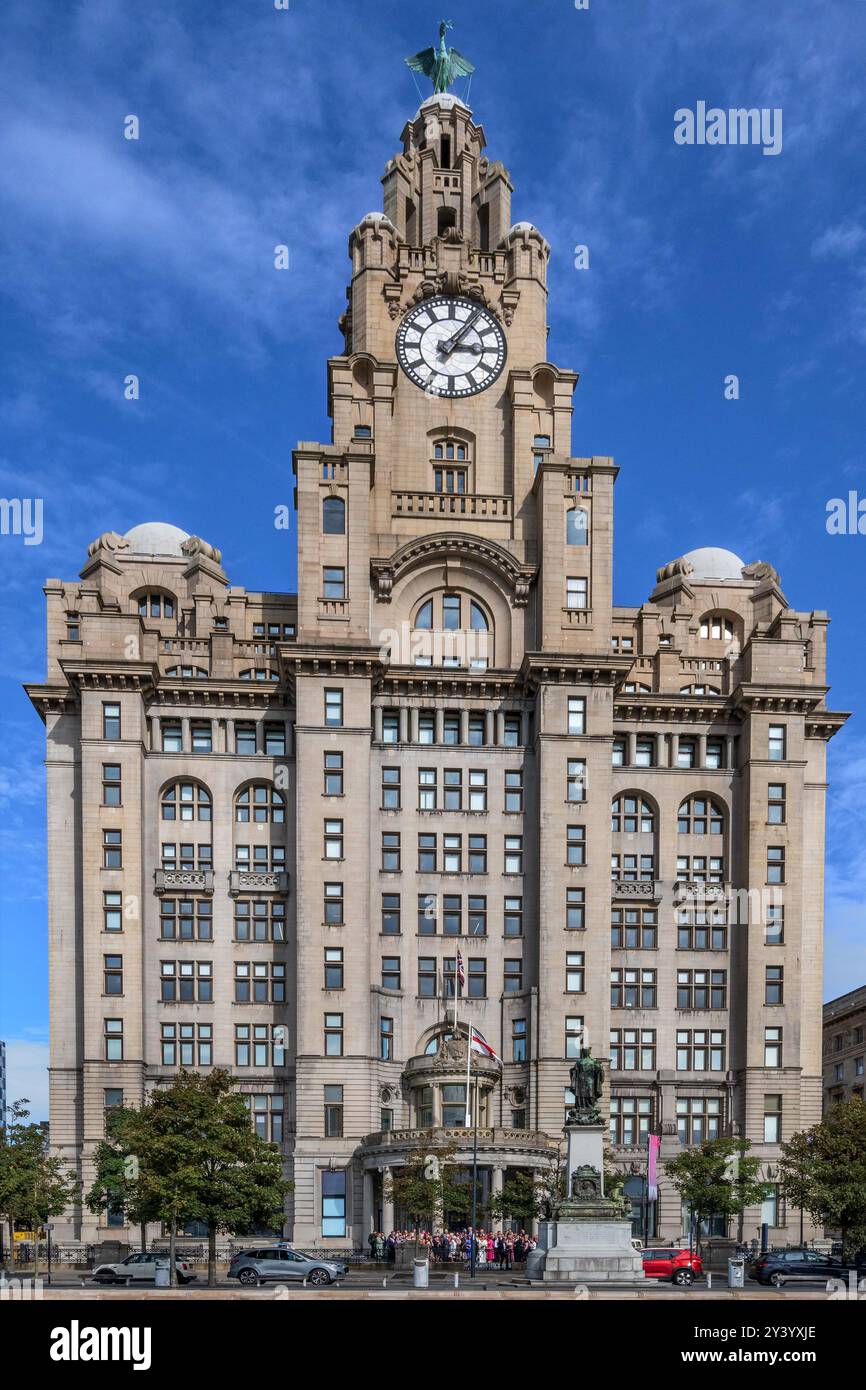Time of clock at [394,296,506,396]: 3:06
